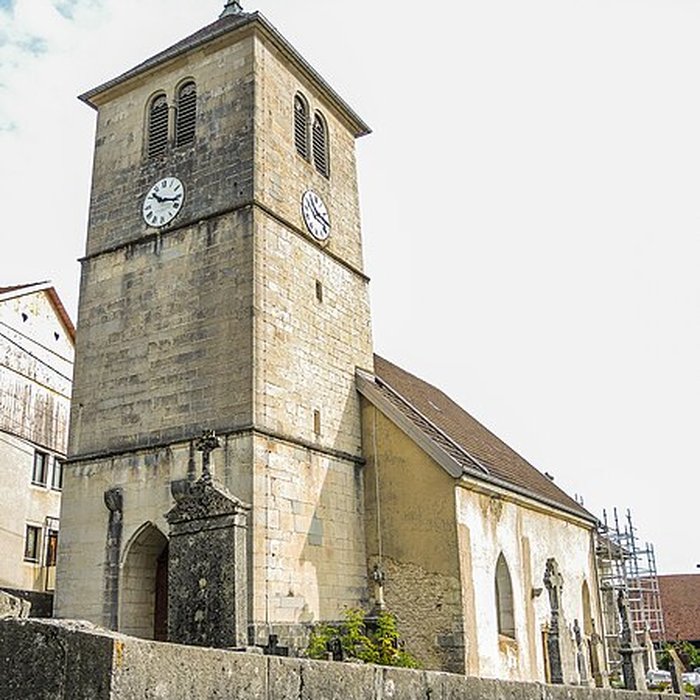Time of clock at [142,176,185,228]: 10:17
